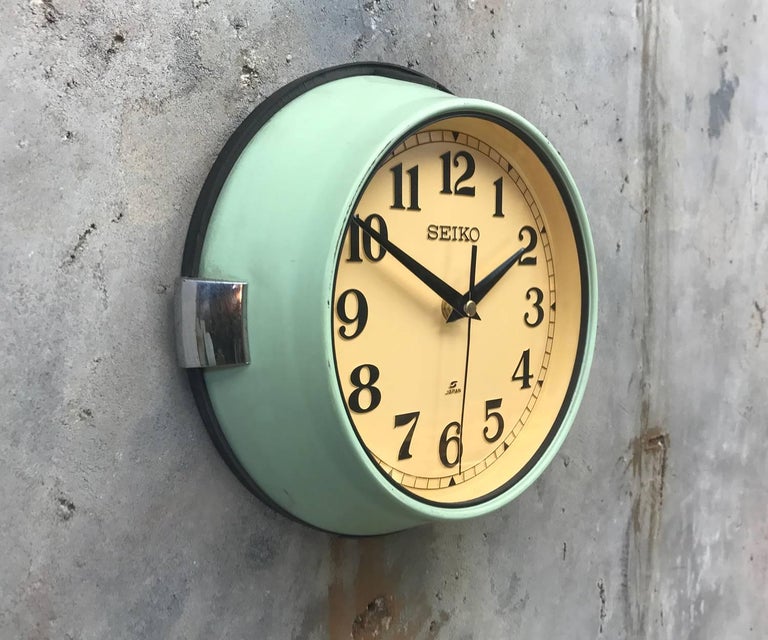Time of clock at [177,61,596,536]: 1:50
